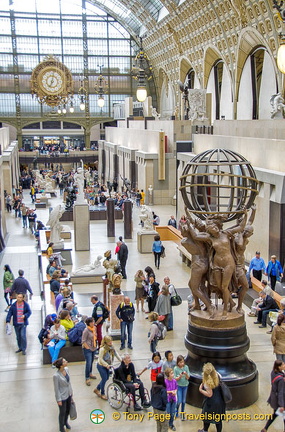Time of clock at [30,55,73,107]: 7:02
